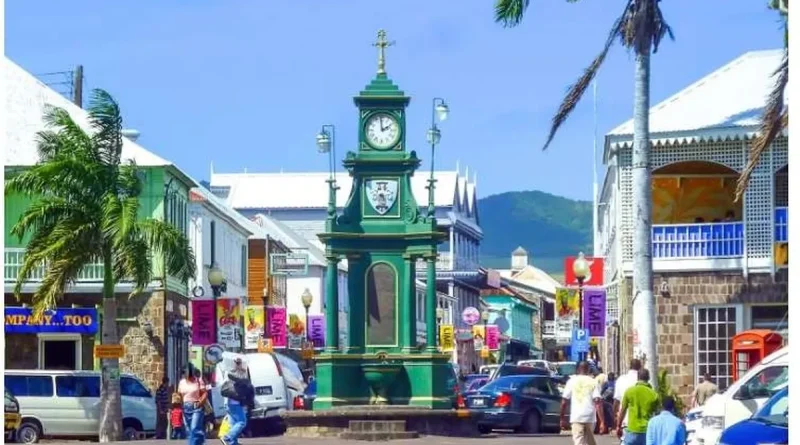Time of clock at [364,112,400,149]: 1:59
